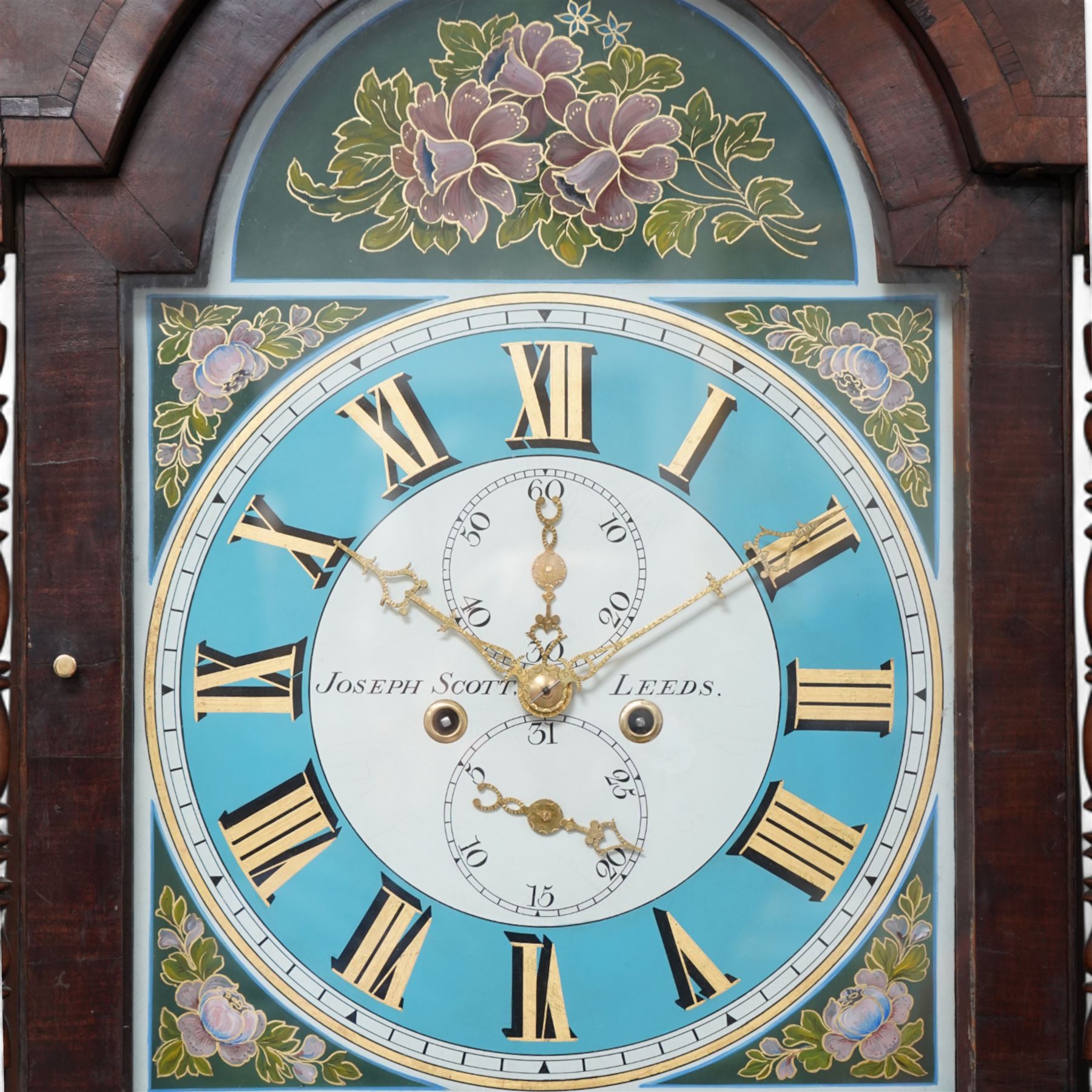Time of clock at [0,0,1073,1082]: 11:50
